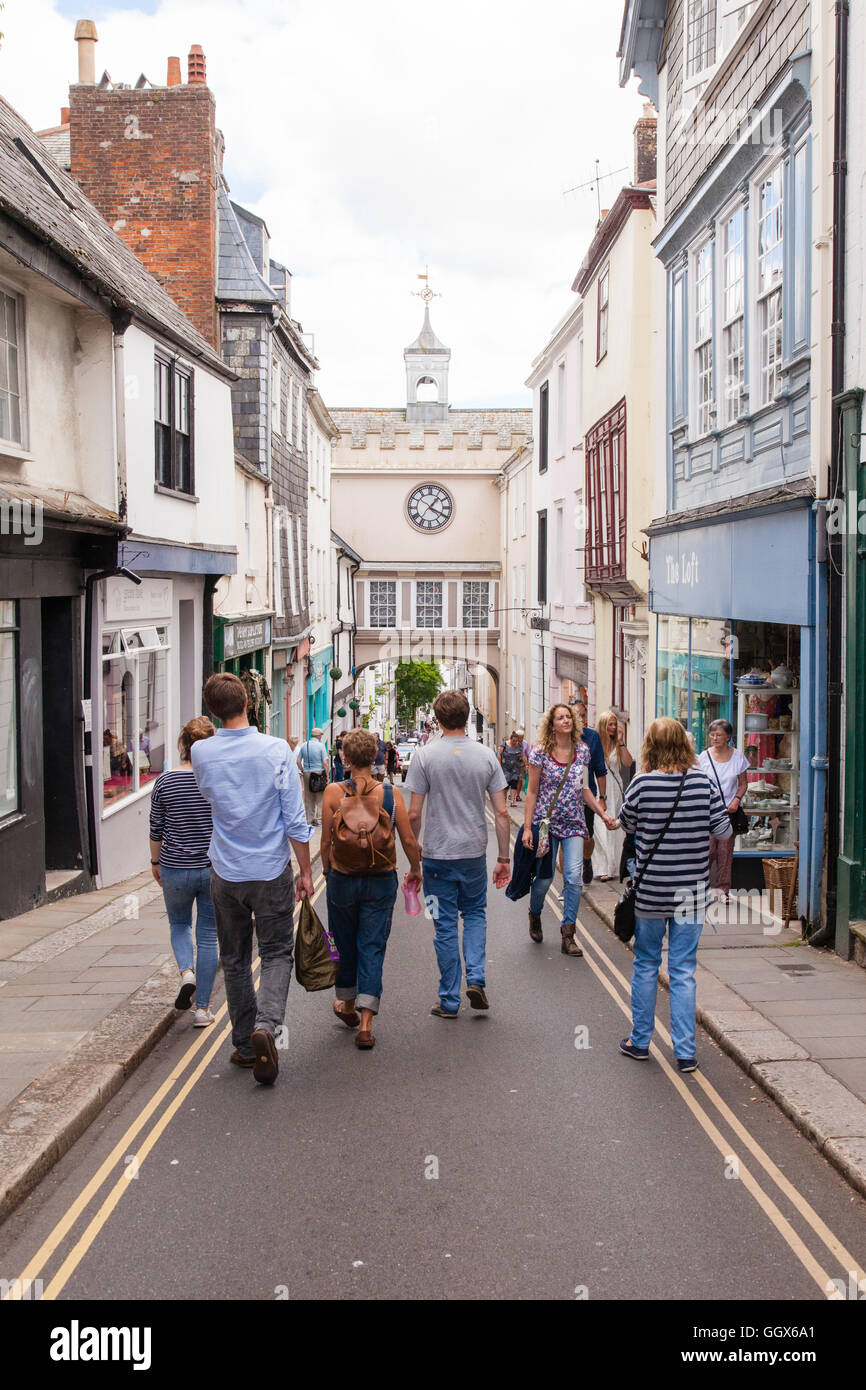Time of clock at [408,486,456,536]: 1:19
